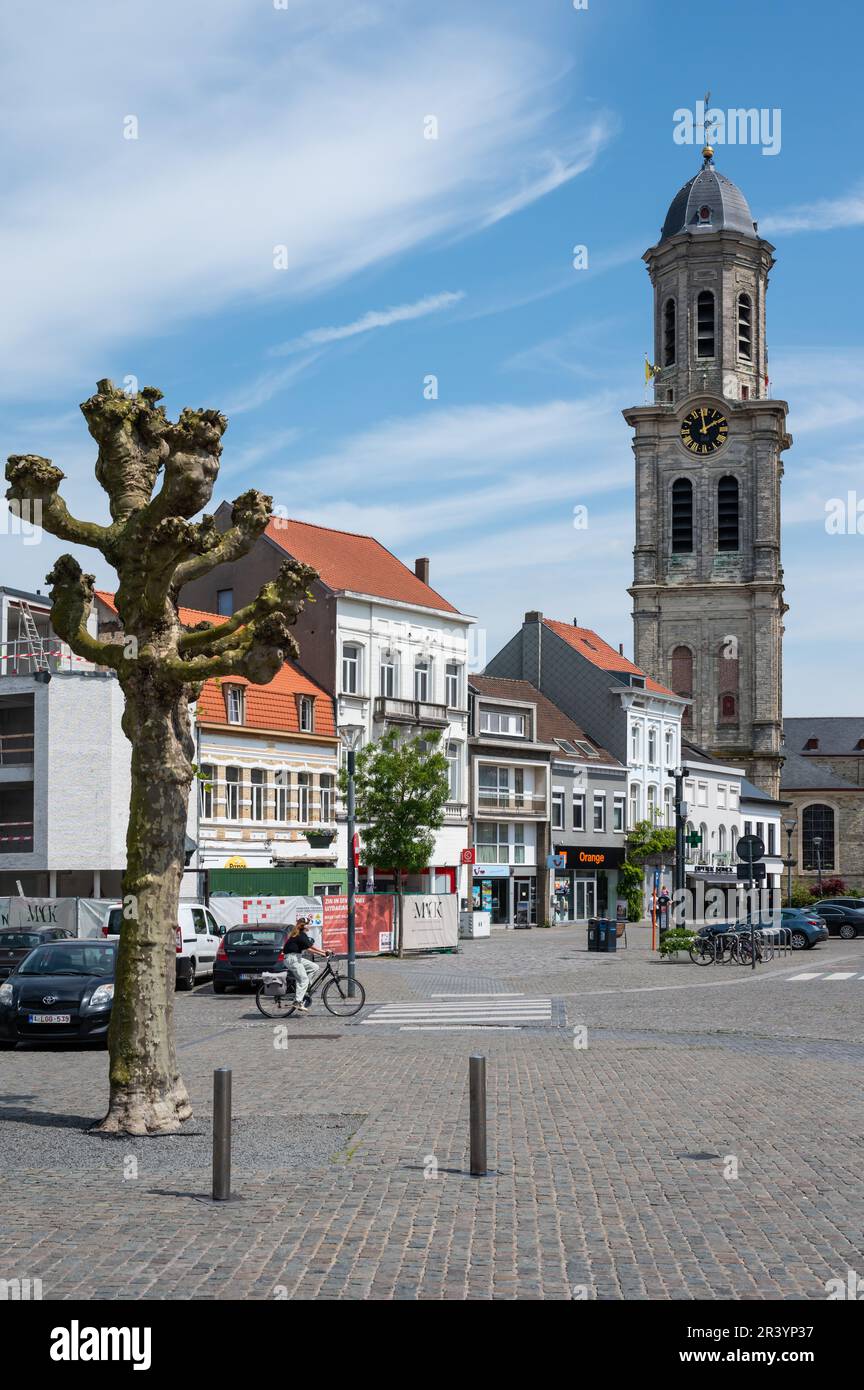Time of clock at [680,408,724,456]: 1:59
